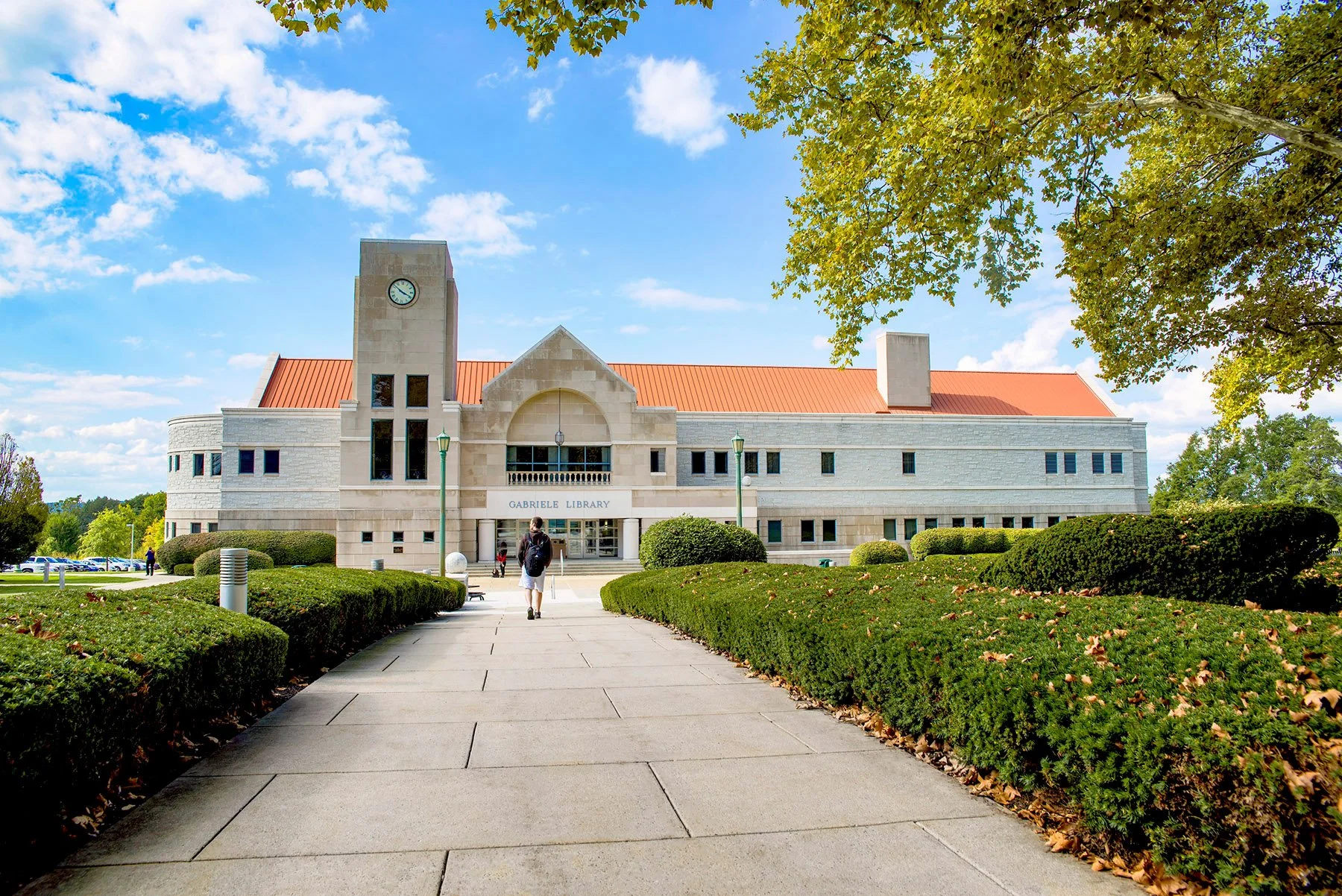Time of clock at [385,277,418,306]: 3:51
